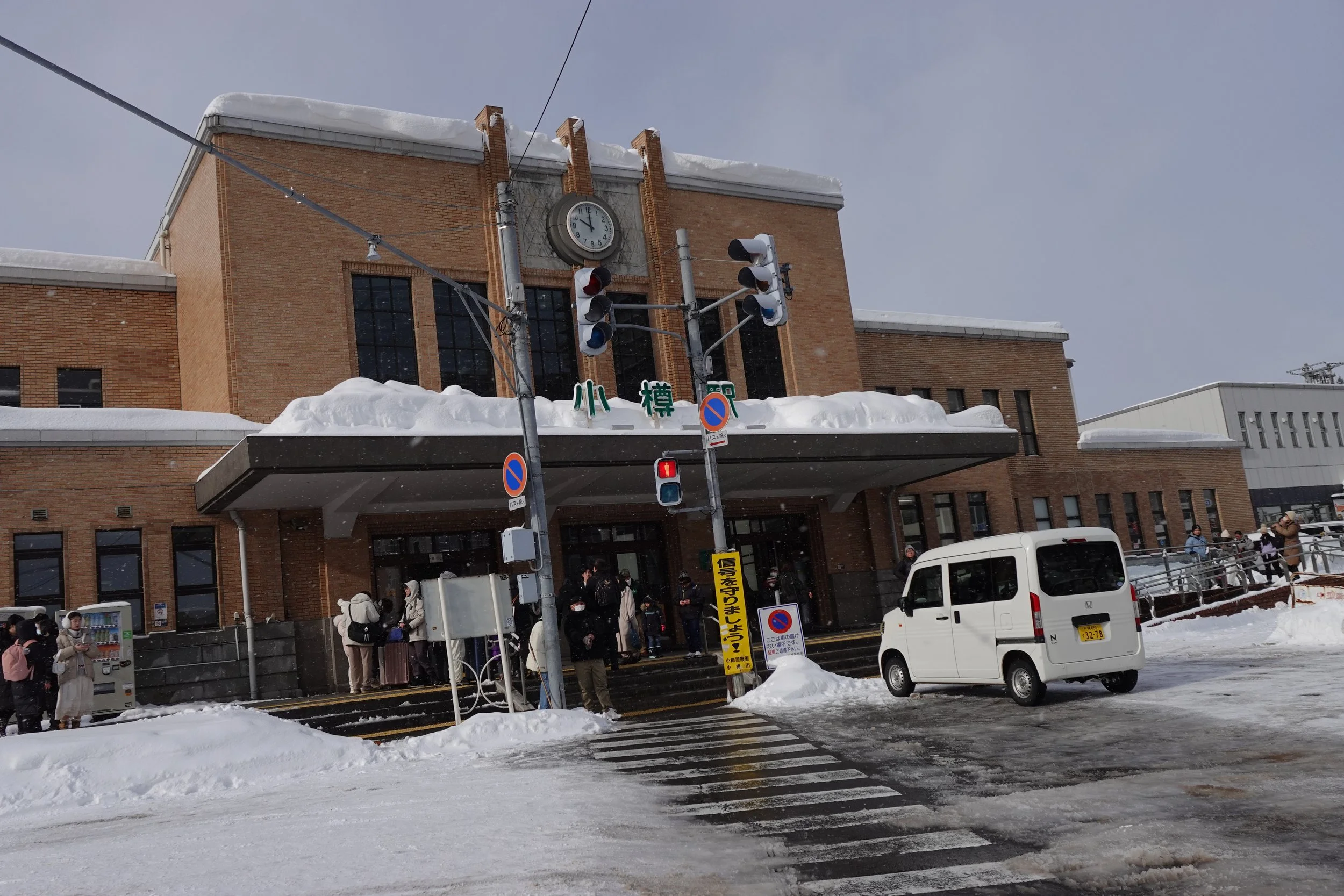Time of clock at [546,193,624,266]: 10:00
